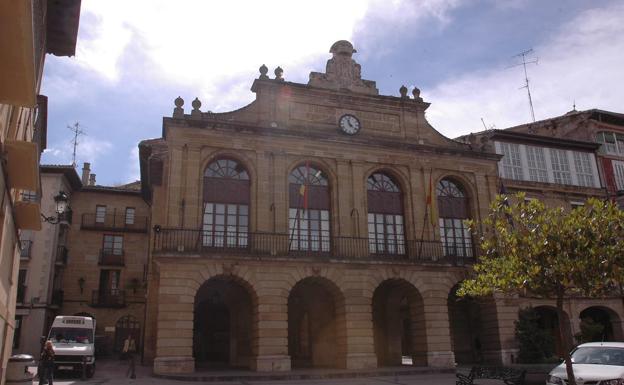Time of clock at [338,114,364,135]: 11:21
